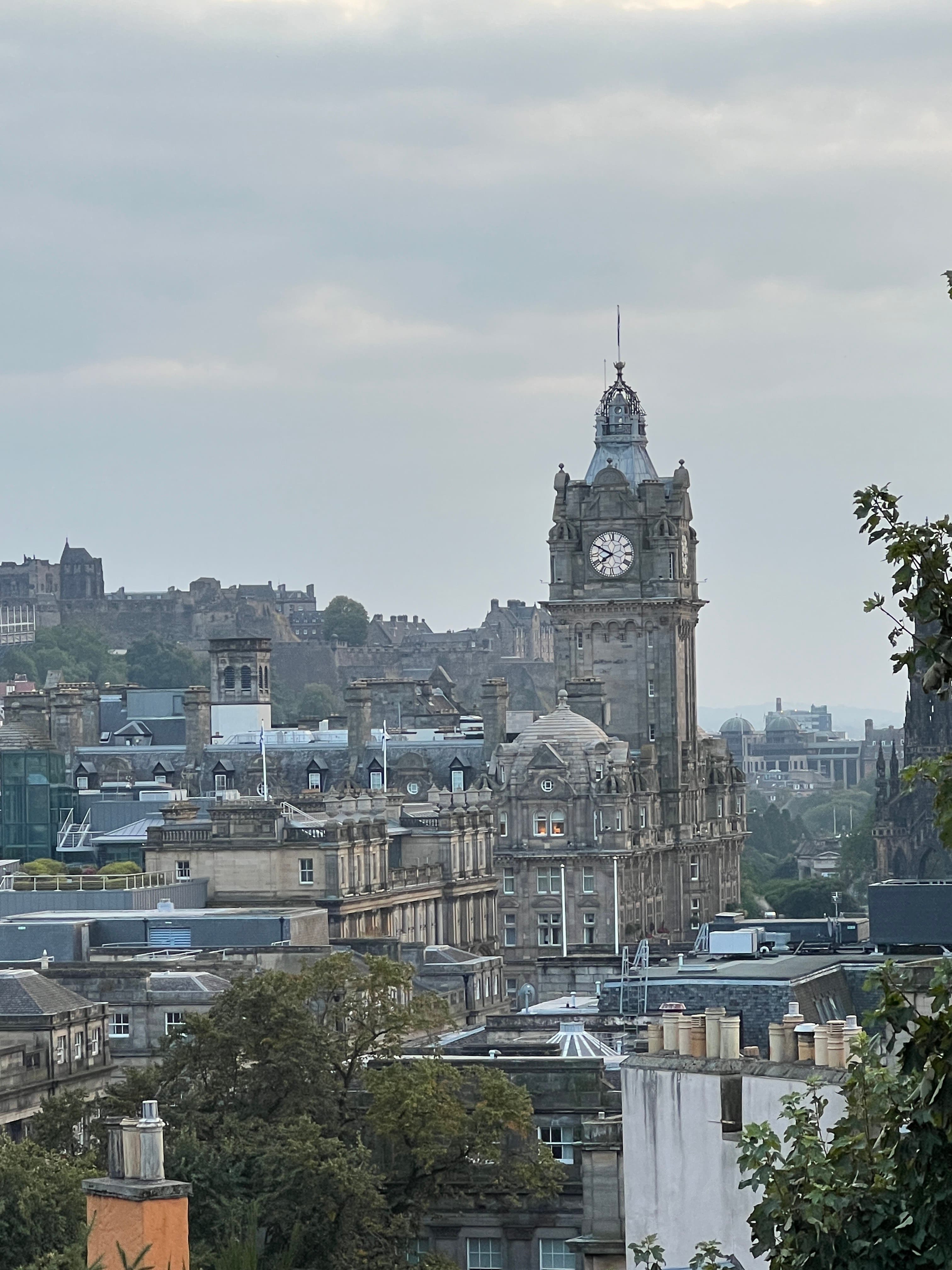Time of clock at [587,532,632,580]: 7:49
